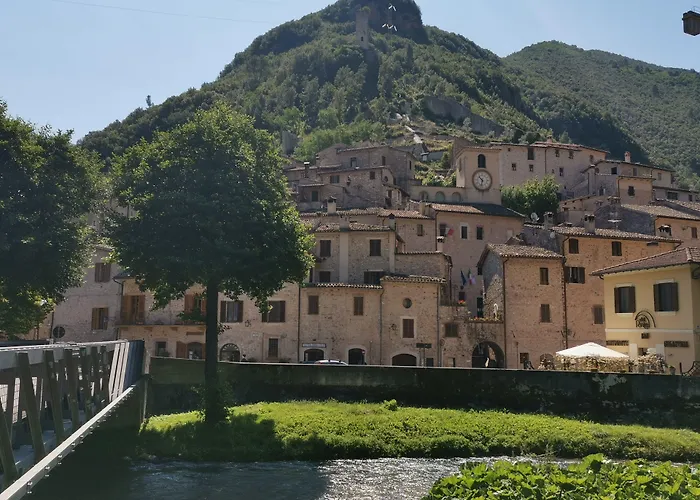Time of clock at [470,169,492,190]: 10:32
